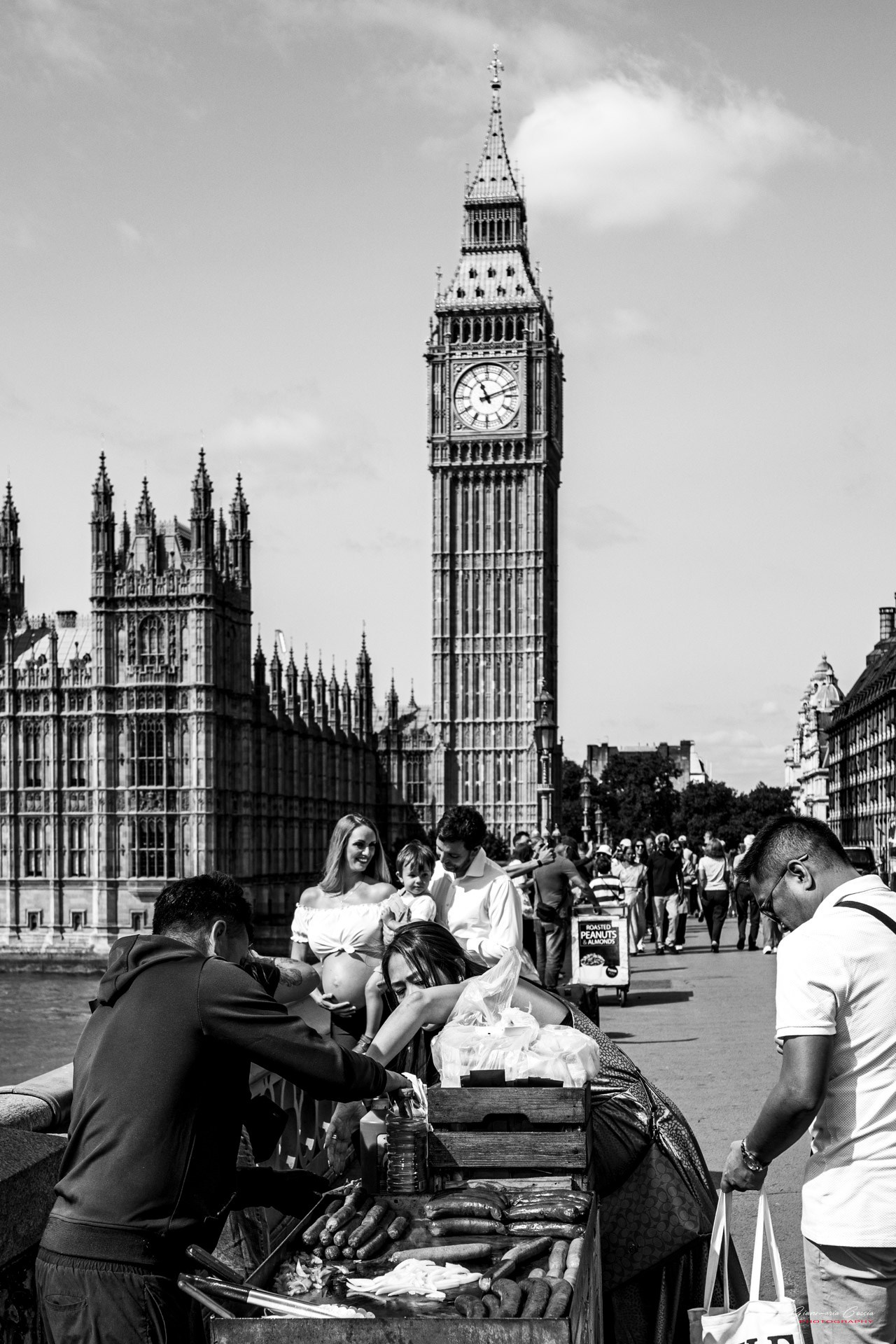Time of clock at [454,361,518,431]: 11:11
